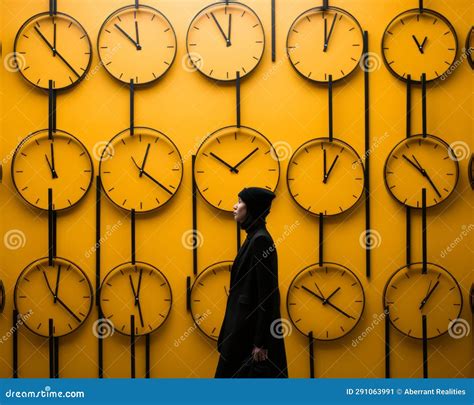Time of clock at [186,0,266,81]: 11:55
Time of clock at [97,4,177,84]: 11:52
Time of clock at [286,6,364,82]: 12:03
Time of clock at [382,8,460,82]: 12:55
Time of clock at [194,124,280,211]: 10:08
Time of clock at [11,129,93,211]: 10:59
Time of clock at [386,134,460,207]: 10:23
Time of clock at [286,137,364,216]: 1:00
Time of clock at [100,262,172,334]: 12:27
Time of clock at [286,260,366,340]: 1:20
